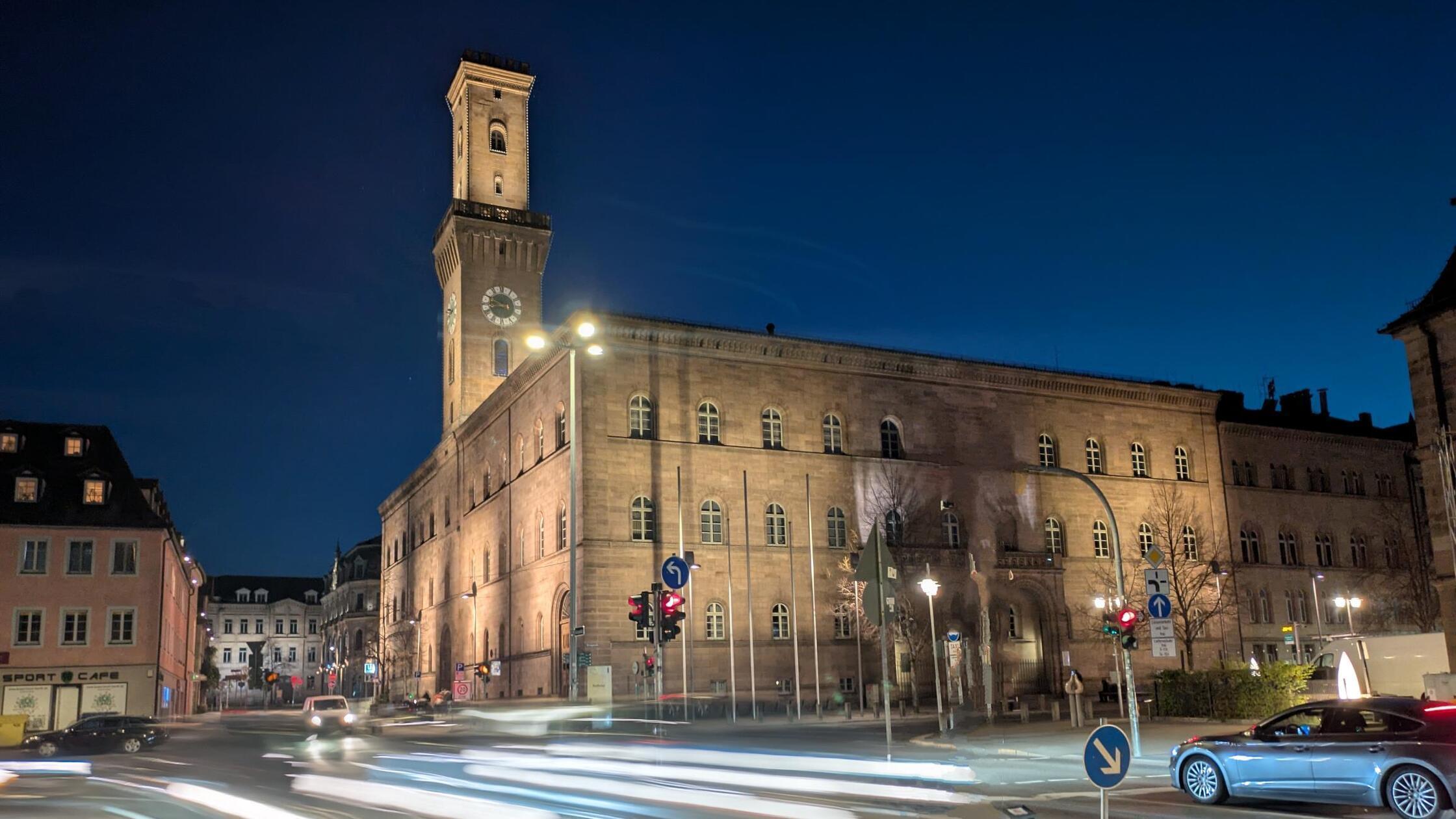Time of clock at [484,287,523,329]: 9:42
